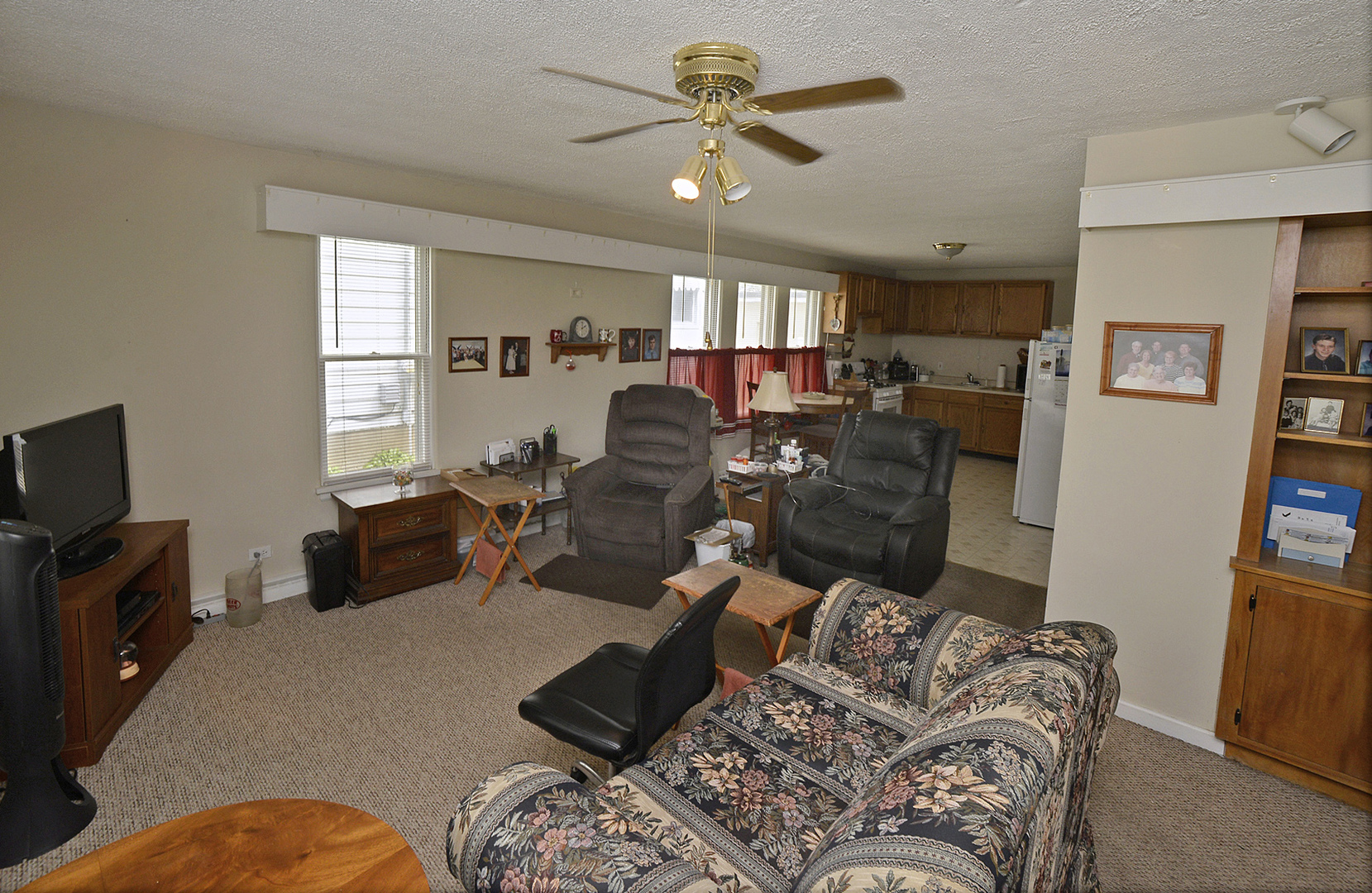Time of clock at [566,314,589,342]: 2:01
